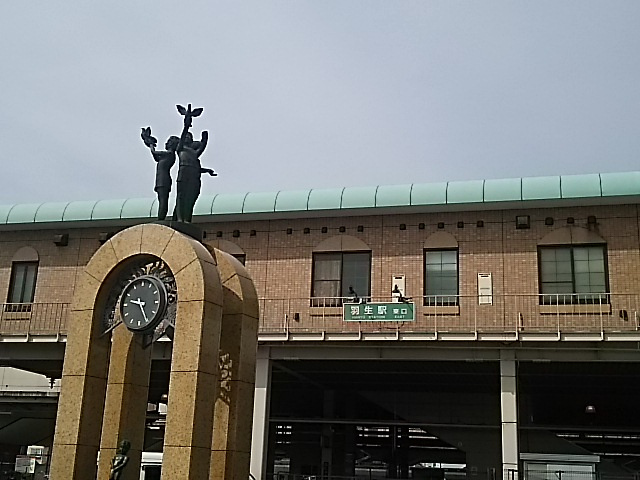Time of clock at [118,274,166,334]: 9:25
